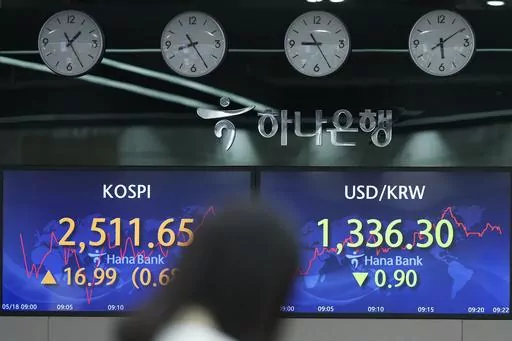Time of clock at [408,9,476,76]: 6:09
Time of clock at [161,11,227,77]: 8:24
